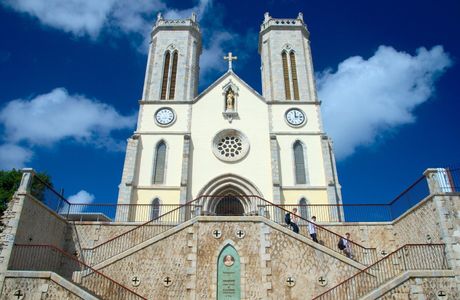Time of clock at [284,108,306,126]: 12:13
